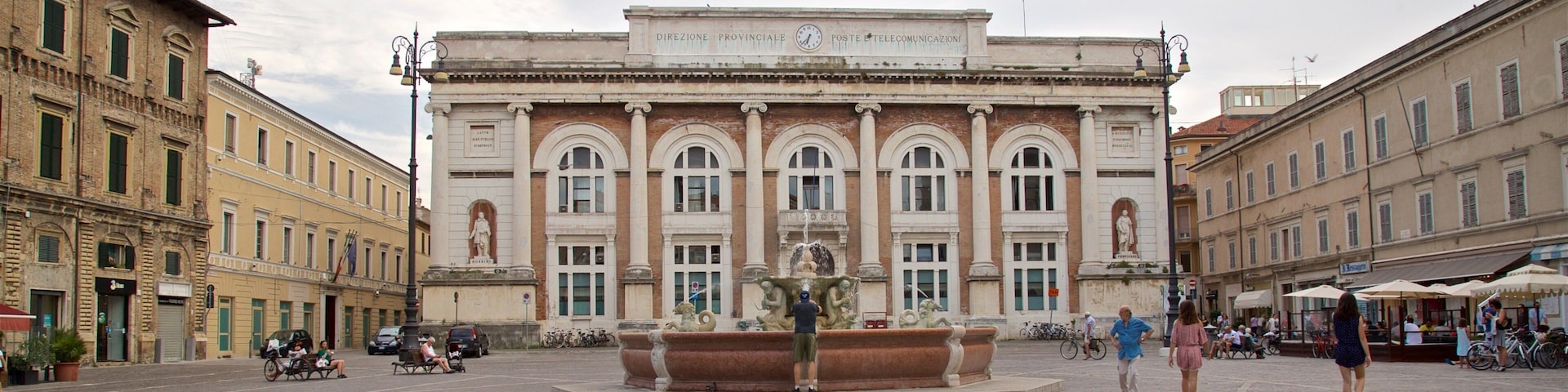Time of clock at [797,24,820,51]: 6:37
